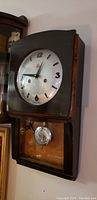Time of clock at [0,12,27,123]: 12:46
